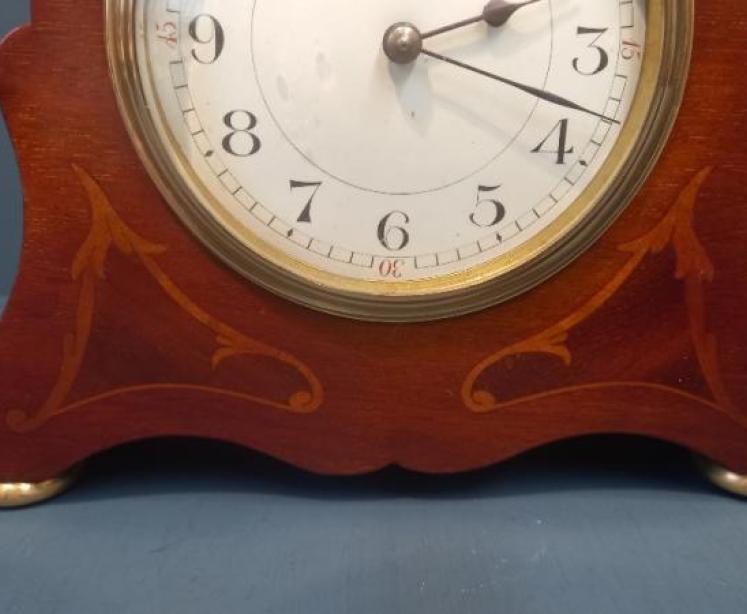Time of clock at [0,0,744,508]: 2:18
